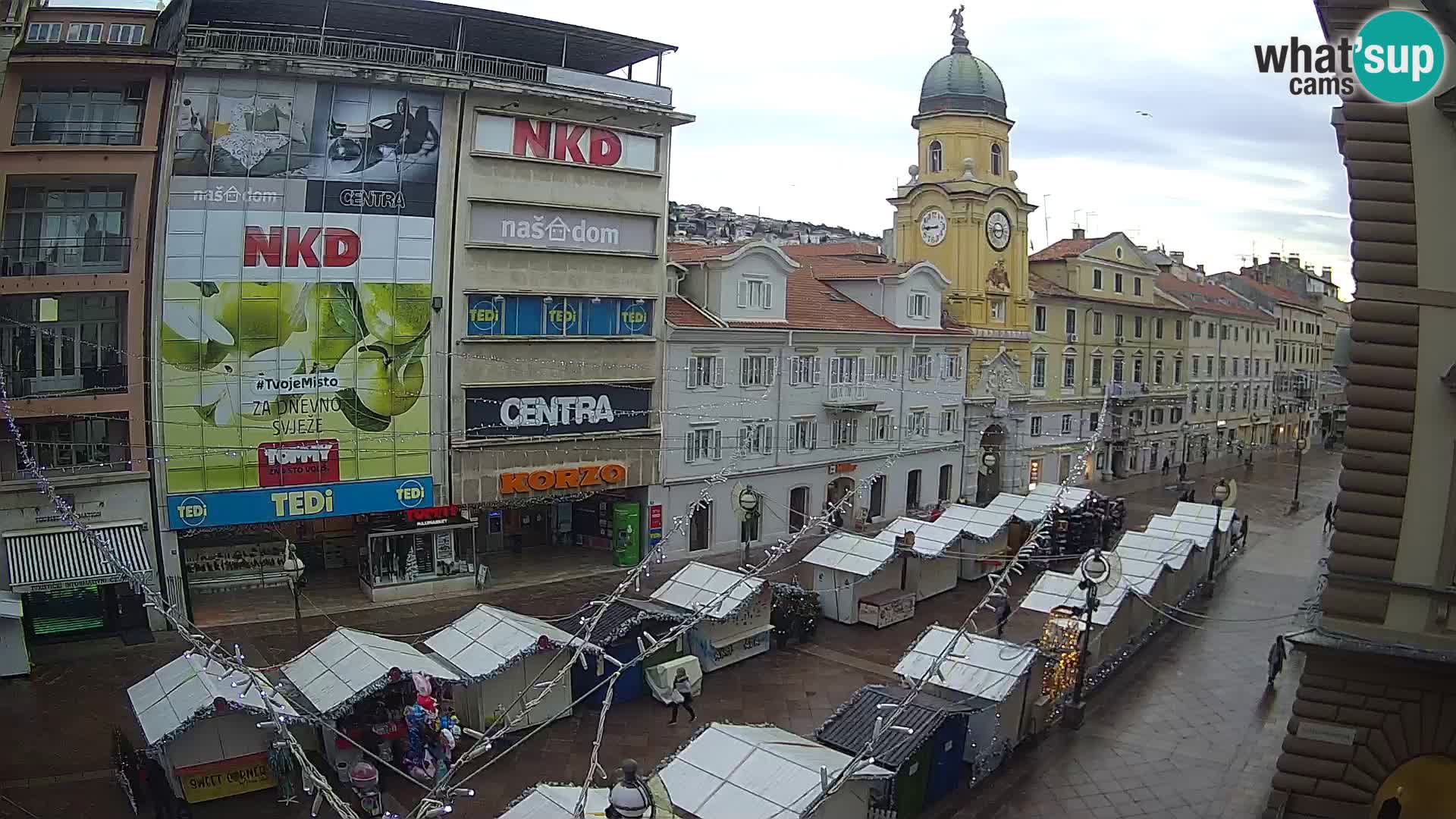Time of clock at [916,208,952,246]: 8:44
